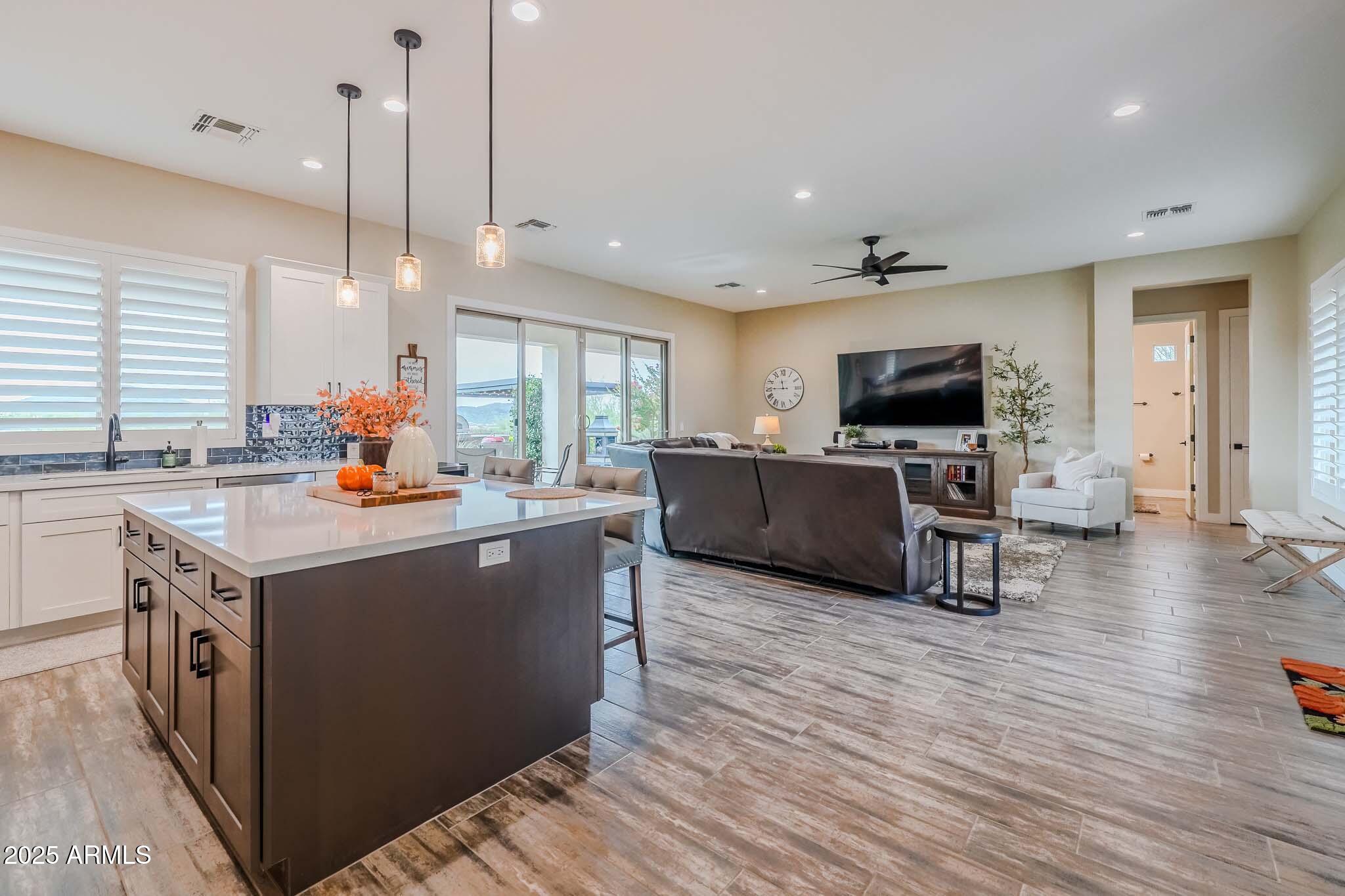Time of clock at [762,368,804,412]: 11:45
